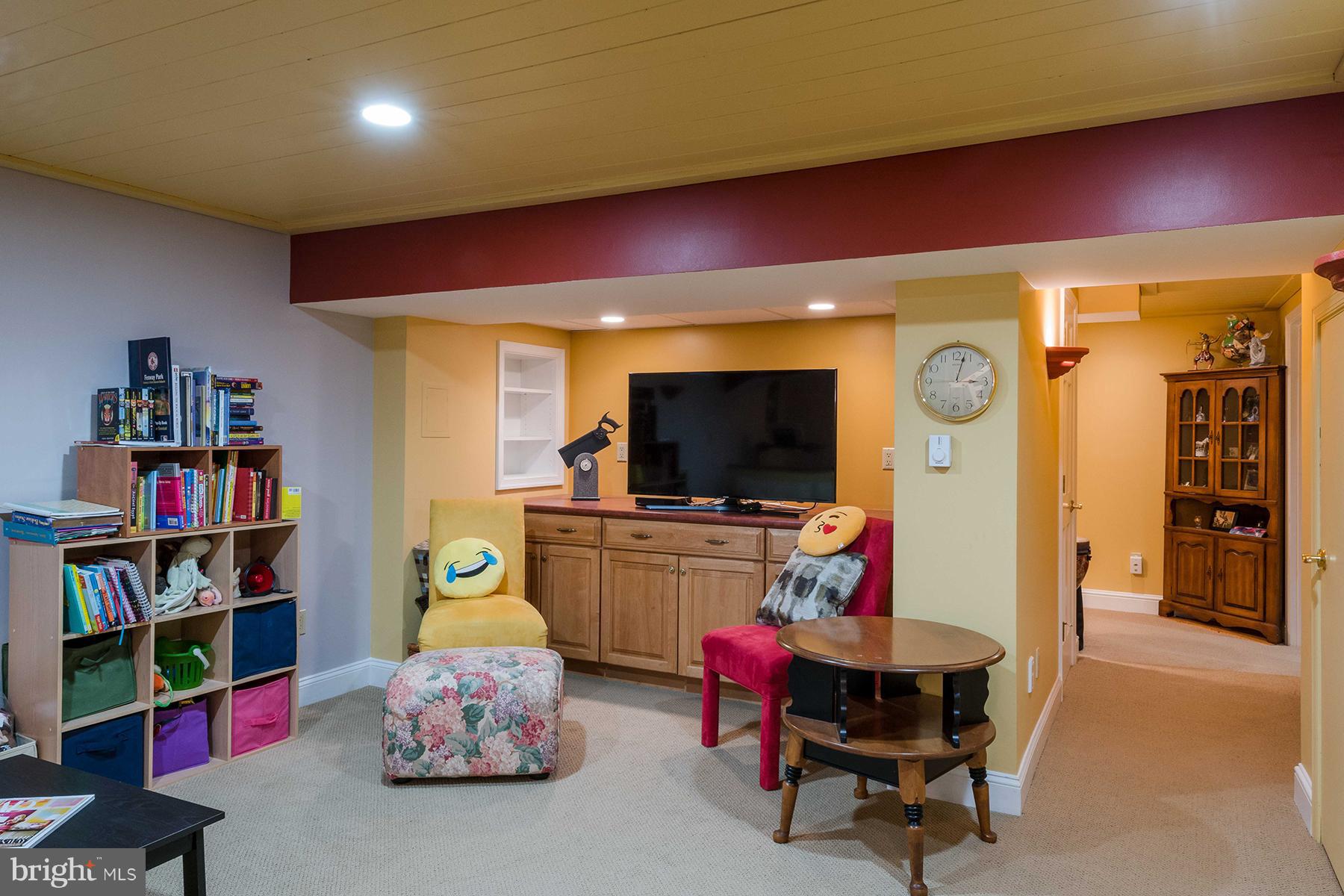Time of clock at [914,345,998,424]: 3:02
